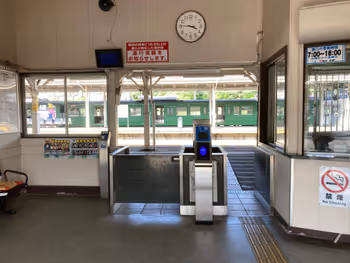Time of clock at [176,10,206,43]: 3:45
